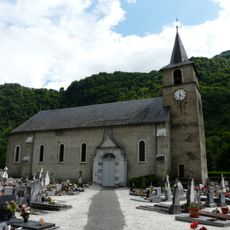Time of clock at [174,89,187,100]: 4:32
